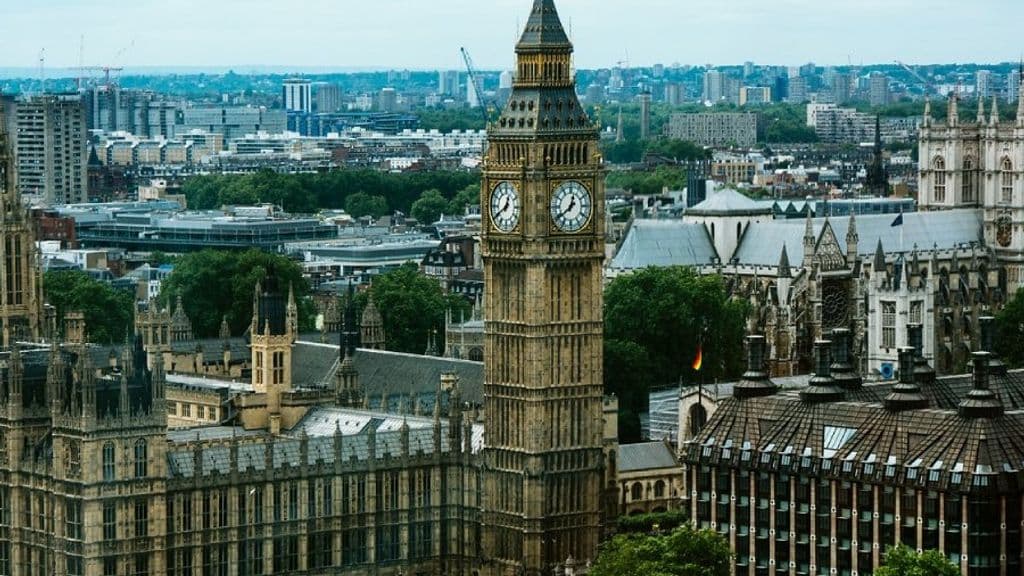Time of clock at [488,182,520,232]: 12:40
